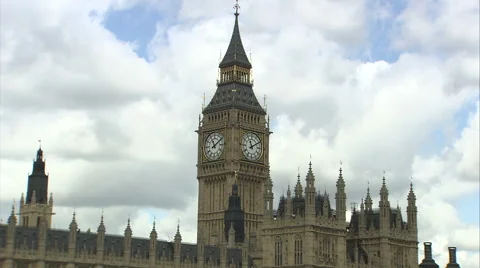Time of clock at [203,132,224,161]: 11:09
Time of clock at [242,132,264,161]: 11:09
